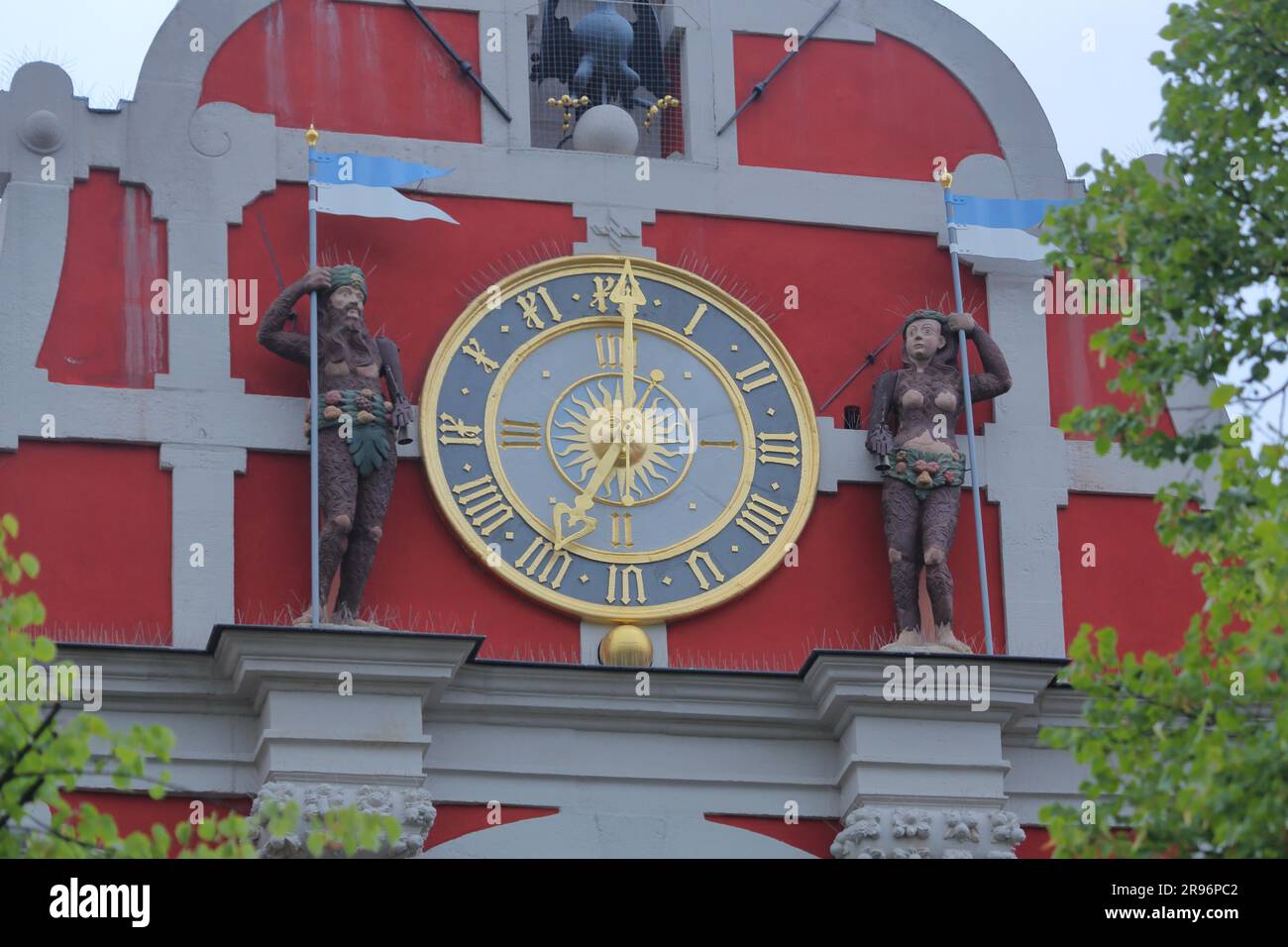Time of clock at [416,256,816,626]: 7:00
